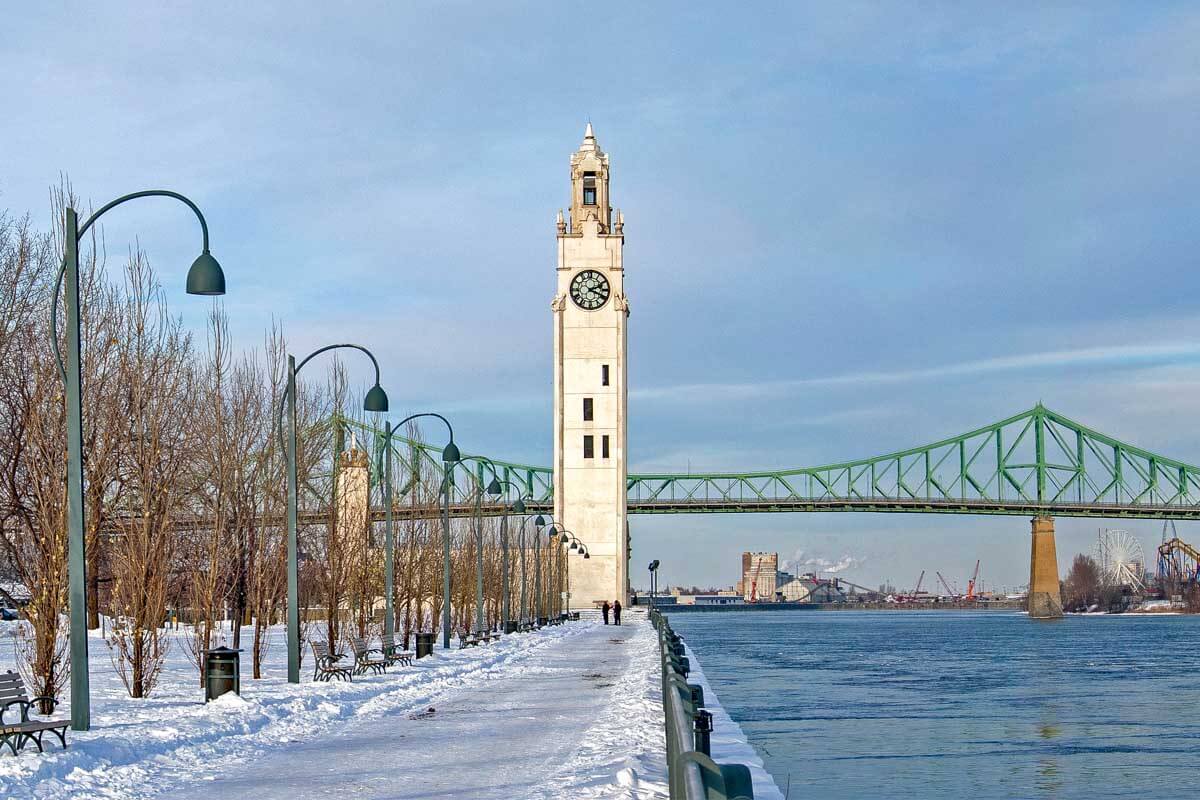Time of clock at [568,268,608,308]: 2:18
